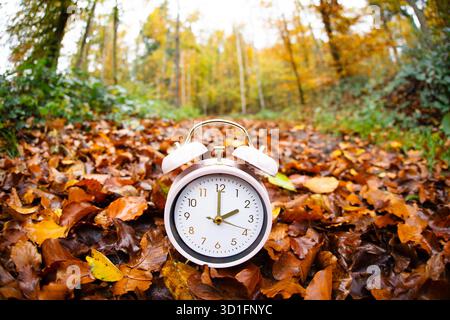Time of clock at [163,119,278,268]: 2:00
